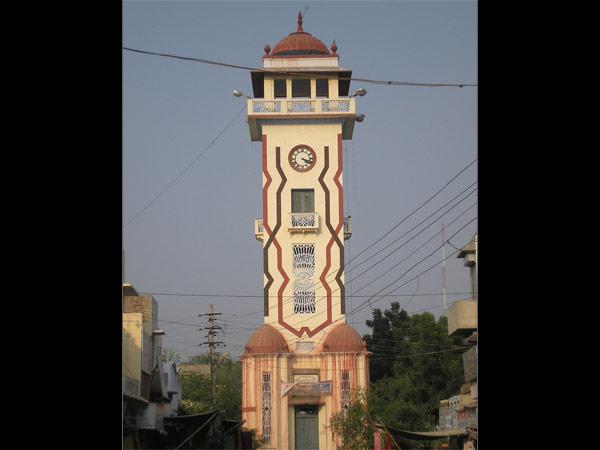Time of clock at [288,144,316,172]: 4:17
